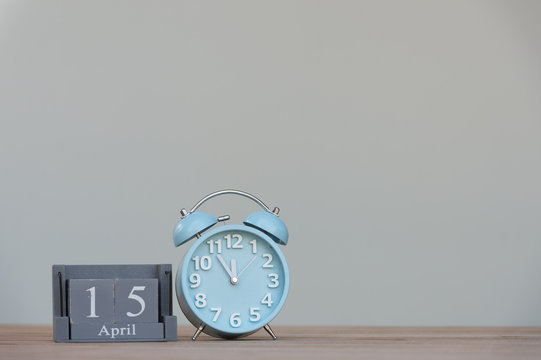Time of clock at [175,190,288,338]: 11:54
